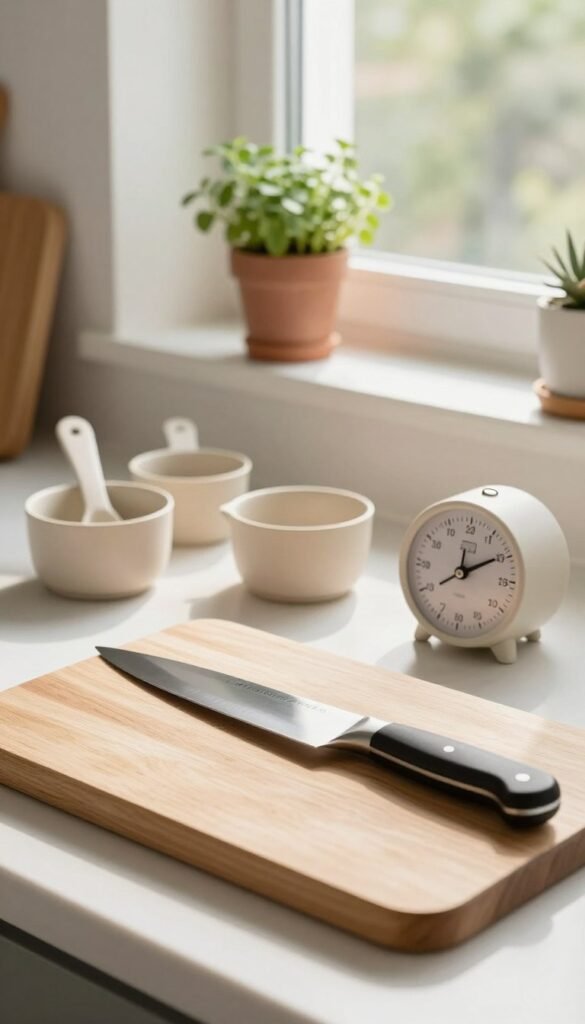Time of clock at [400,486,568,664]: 12:09
